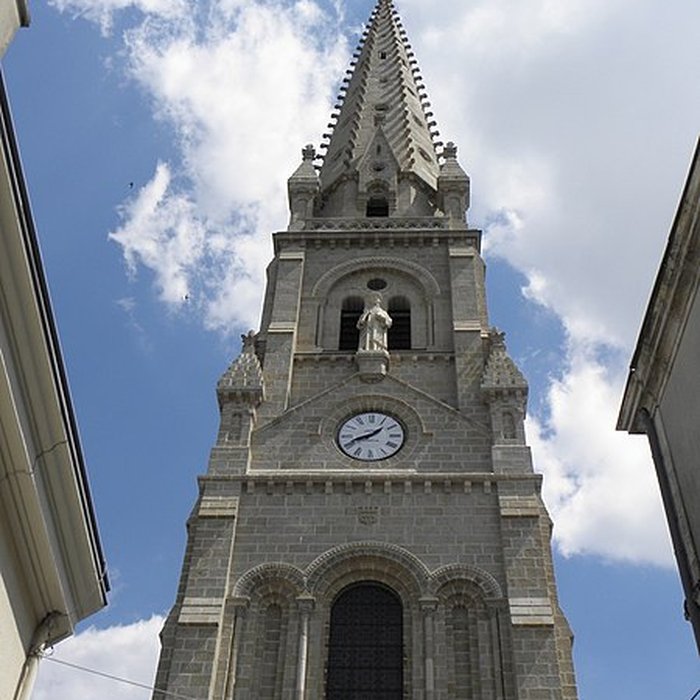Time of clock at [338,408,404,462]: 1:41
